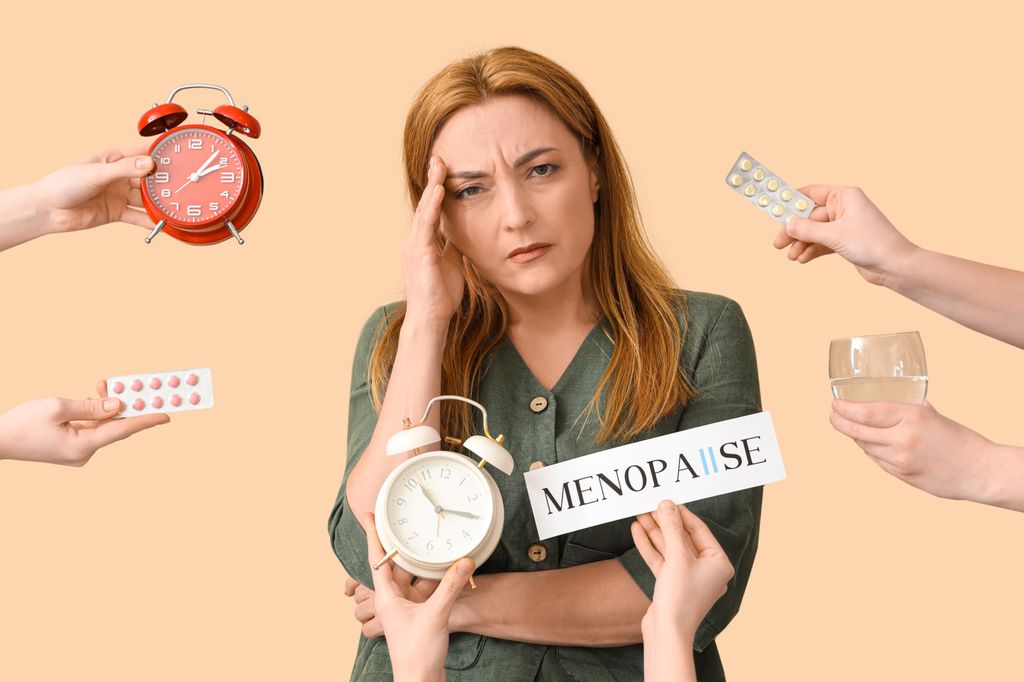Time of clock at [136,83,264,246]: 2:07
